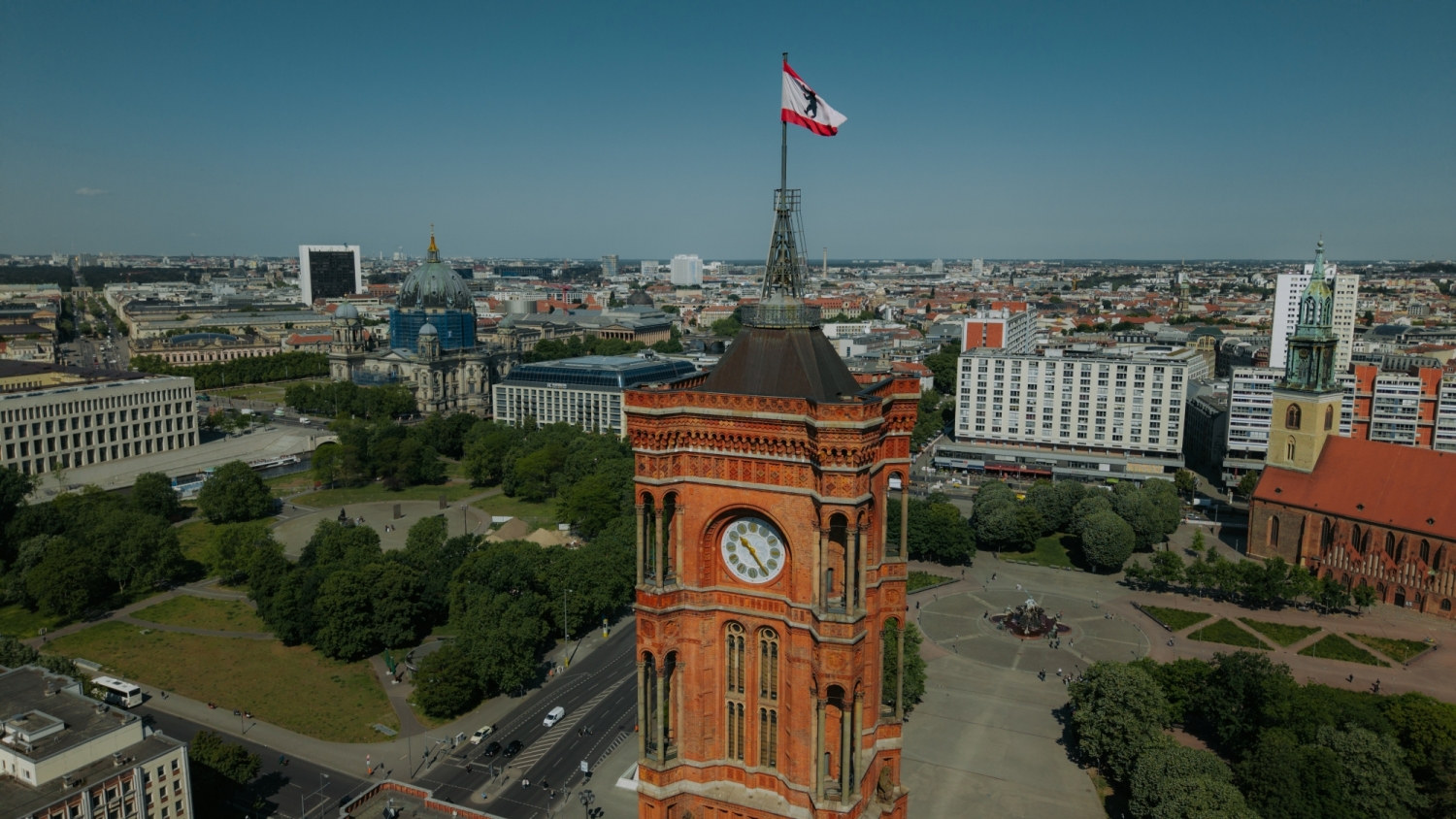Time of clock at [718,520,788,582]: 10:24
